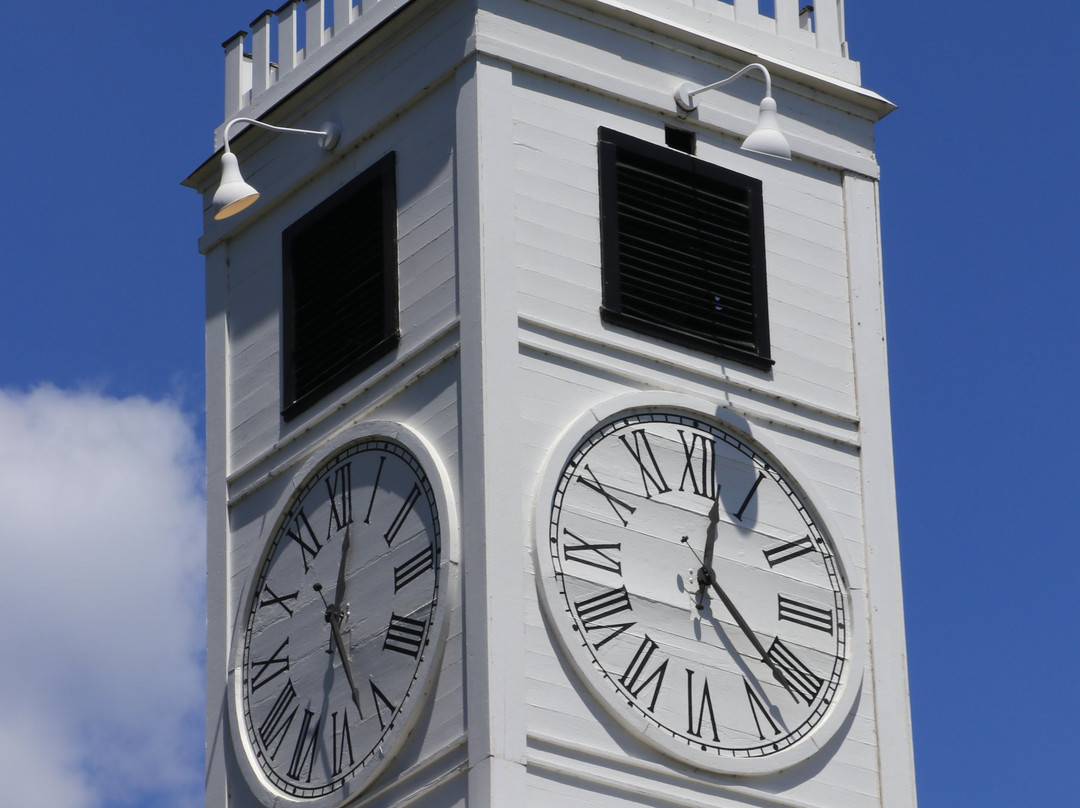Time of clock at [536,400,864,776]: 12:21
